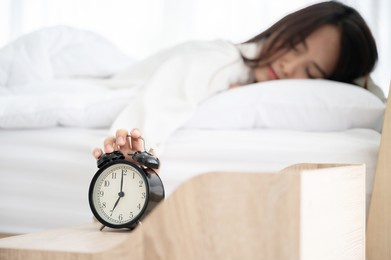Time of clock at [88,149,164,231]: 7:00
